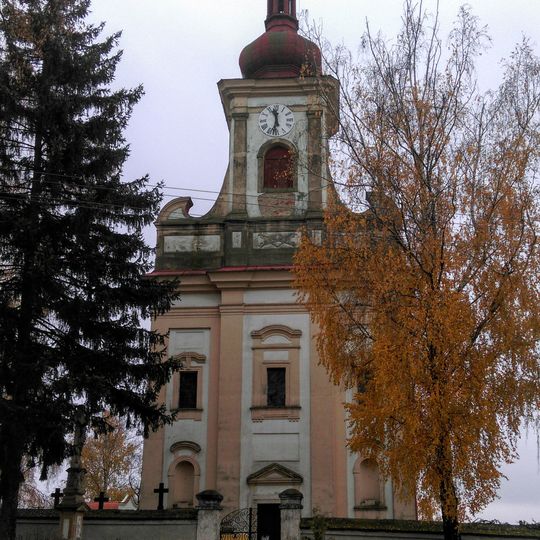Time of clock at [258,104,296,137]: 11:32
